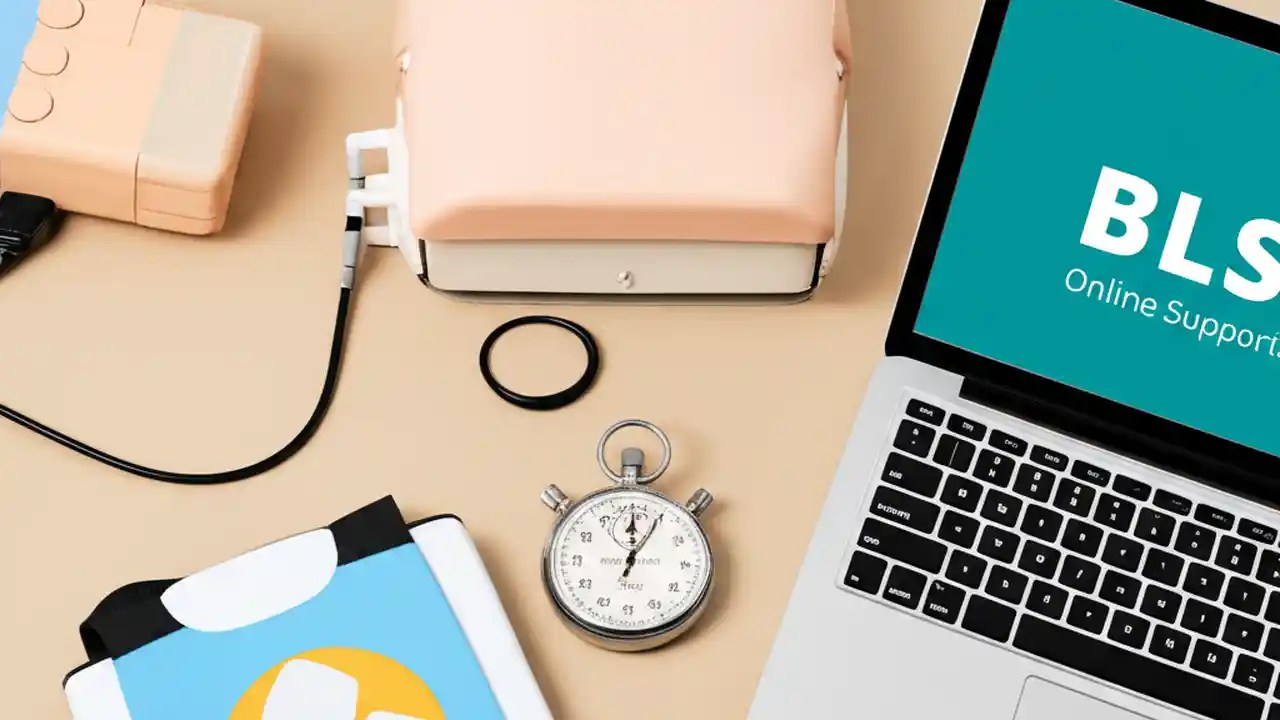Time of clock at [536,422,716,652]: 12:04
